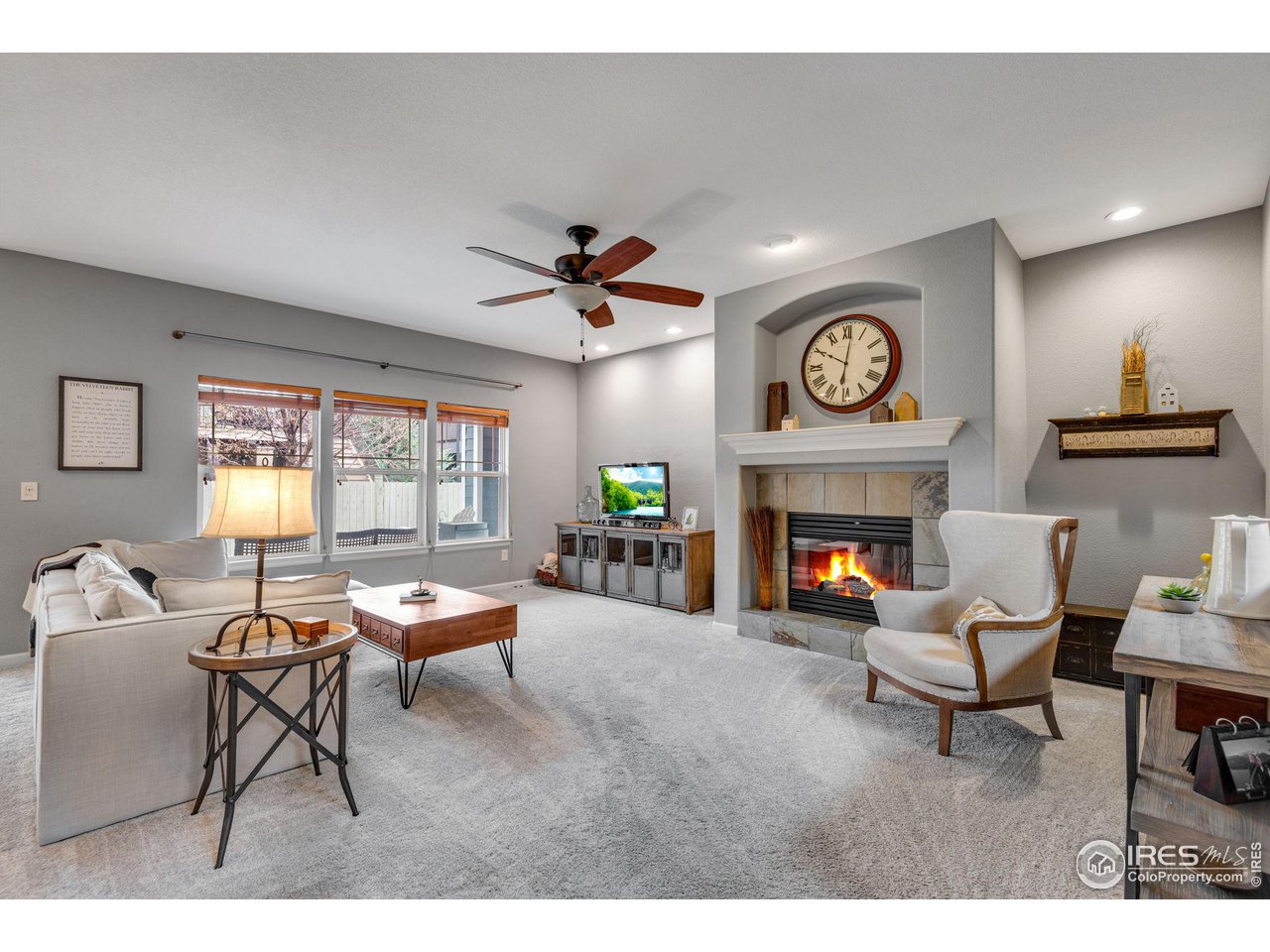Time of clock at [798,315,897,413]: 10:01
